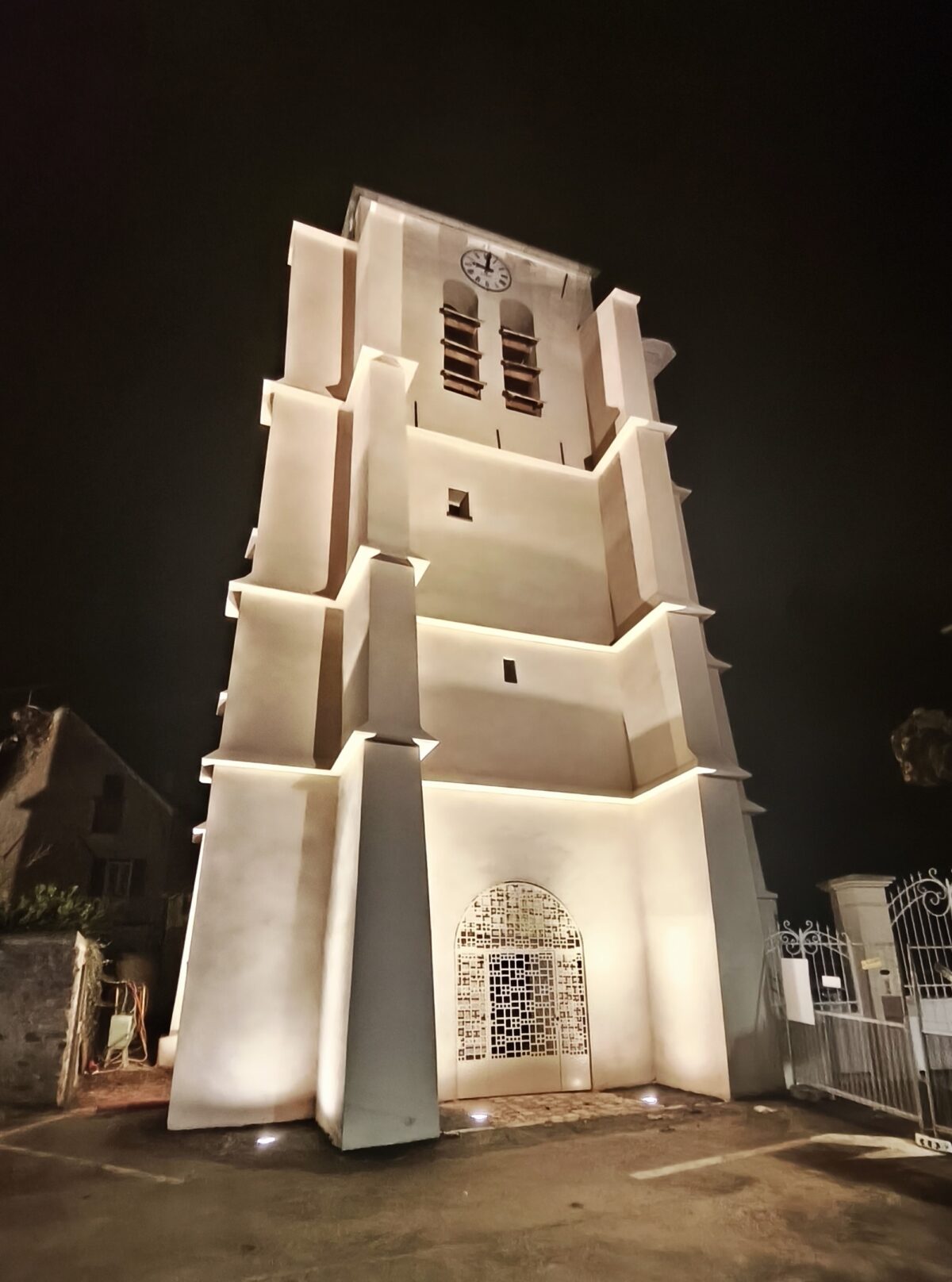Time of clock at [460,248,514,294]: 9:01
